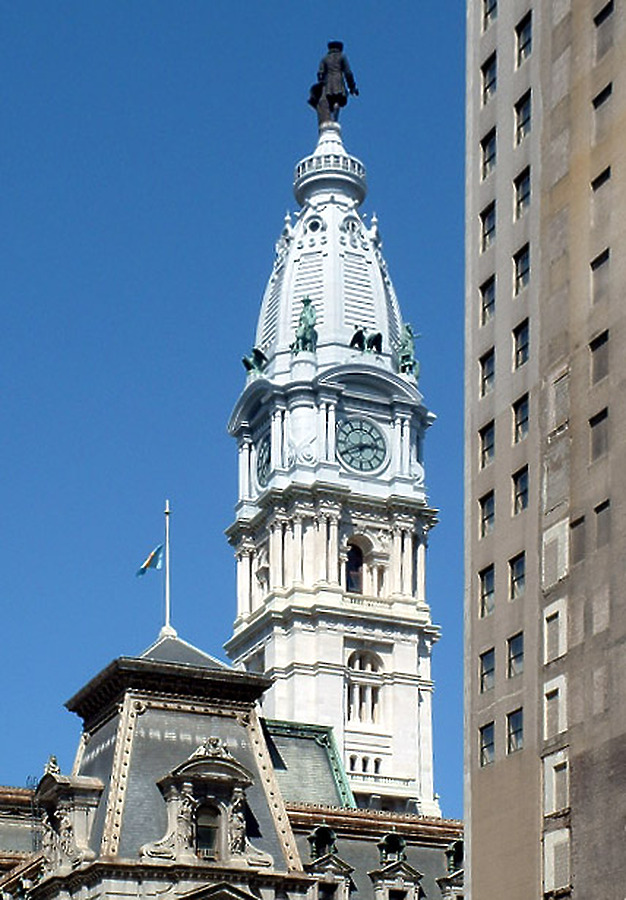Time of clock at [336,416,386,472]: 2:40
